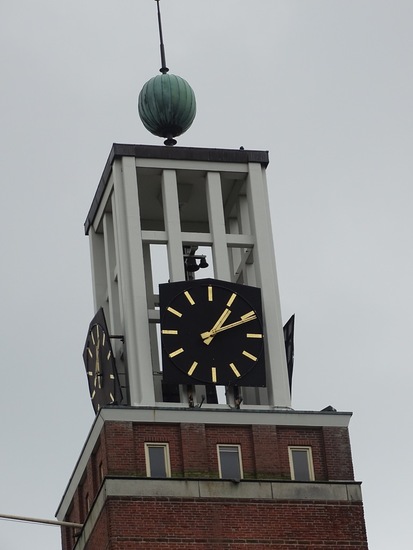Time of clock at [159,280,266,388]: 1:10
